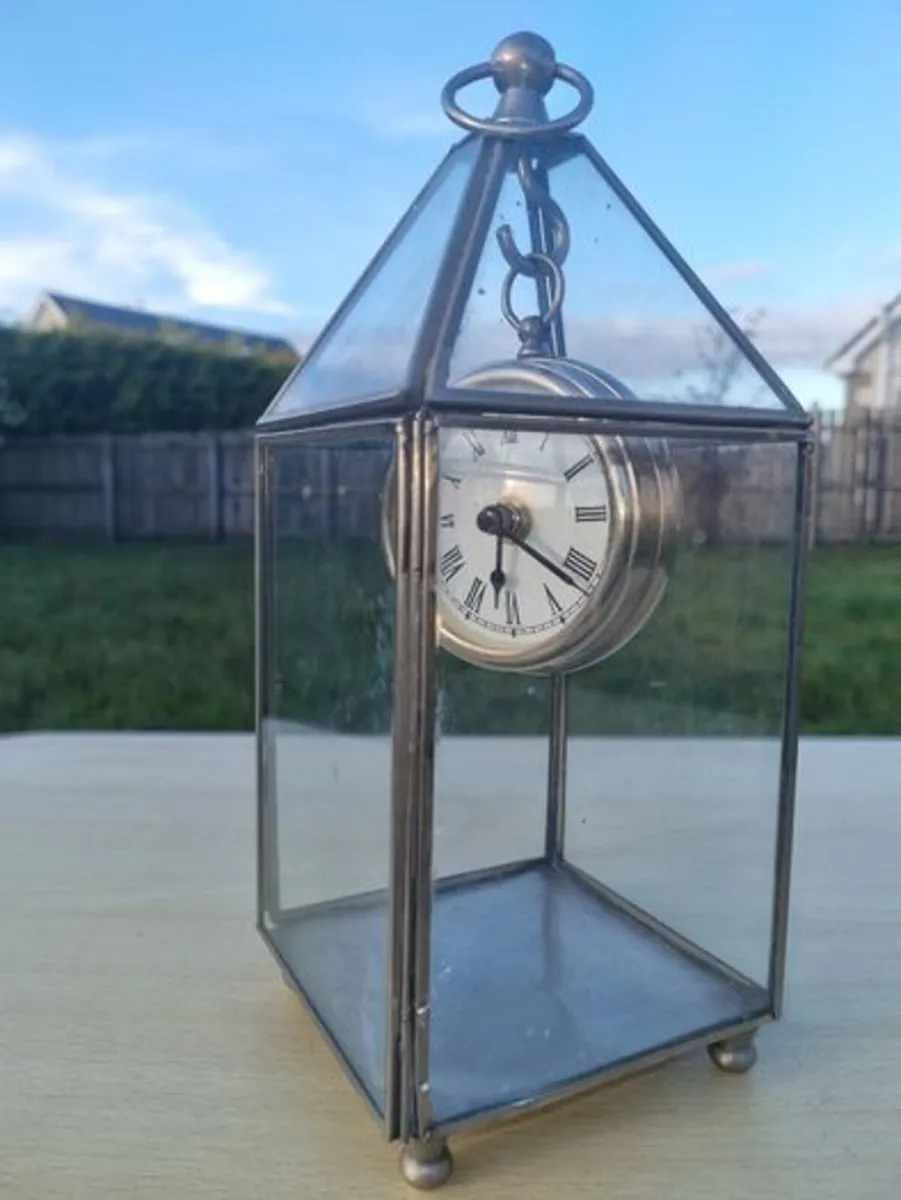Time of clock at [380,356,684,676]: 6:21
